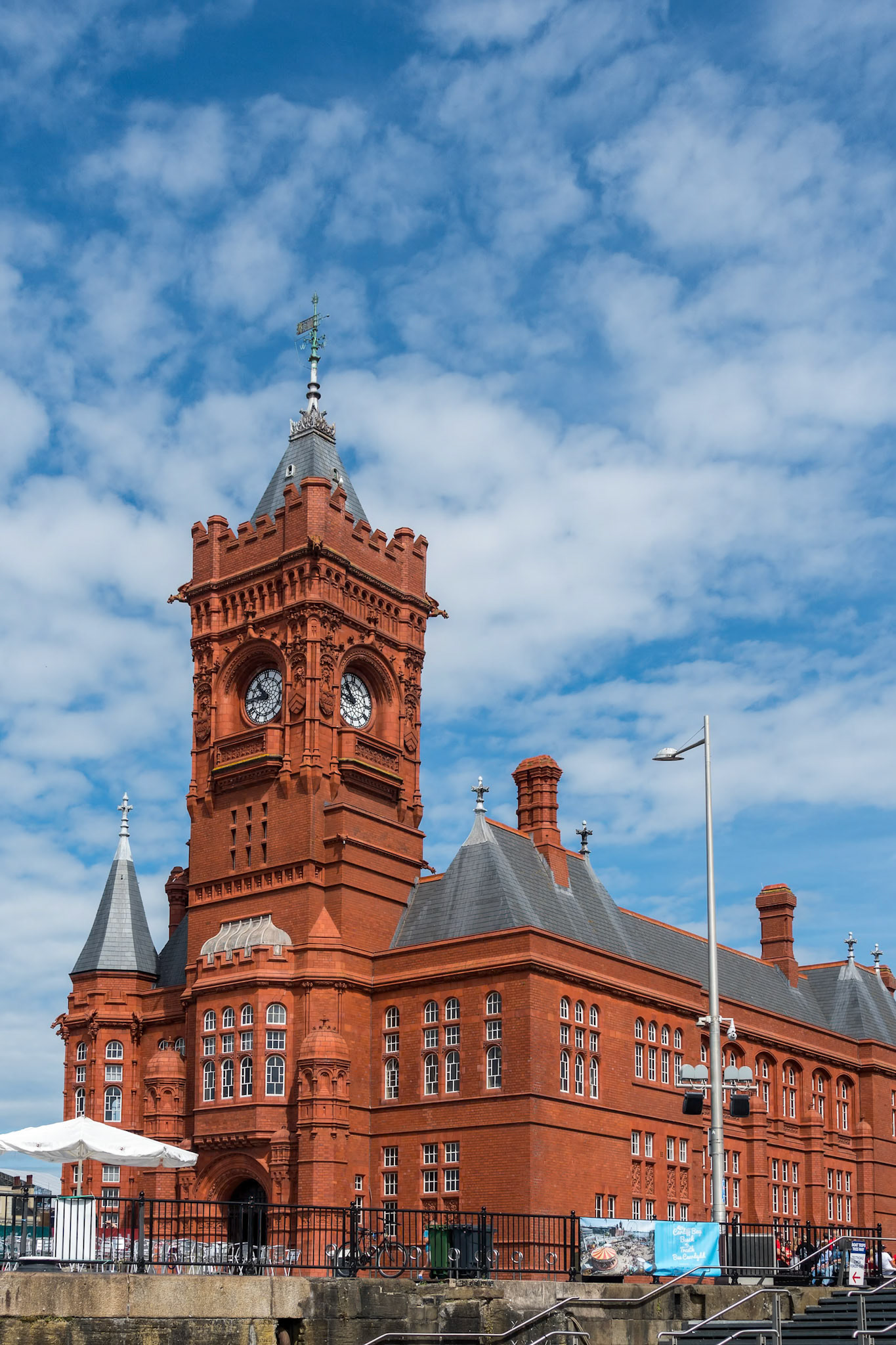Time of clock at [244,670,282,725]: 10:45
